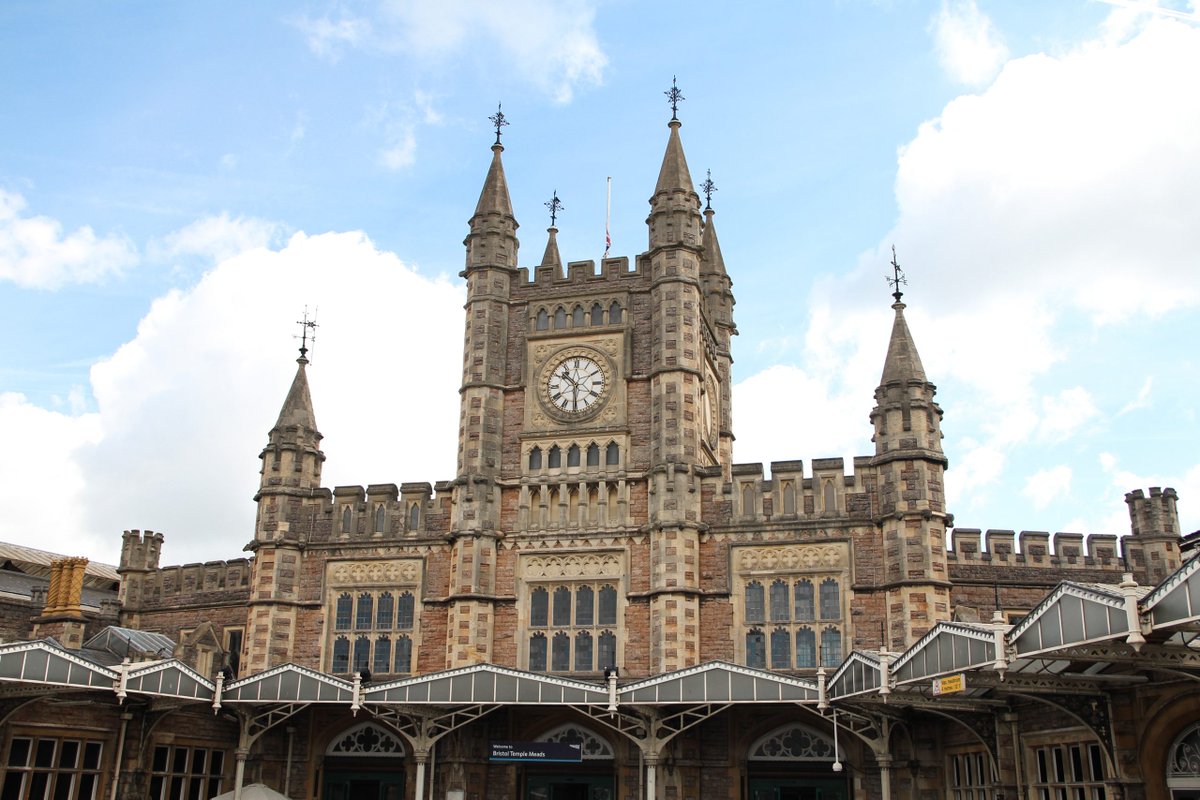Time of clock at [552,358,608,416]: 10:30
